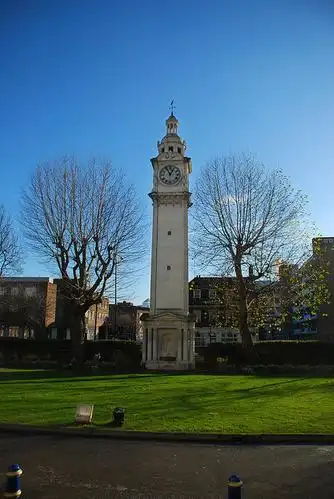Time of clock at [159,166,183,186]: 12:55
